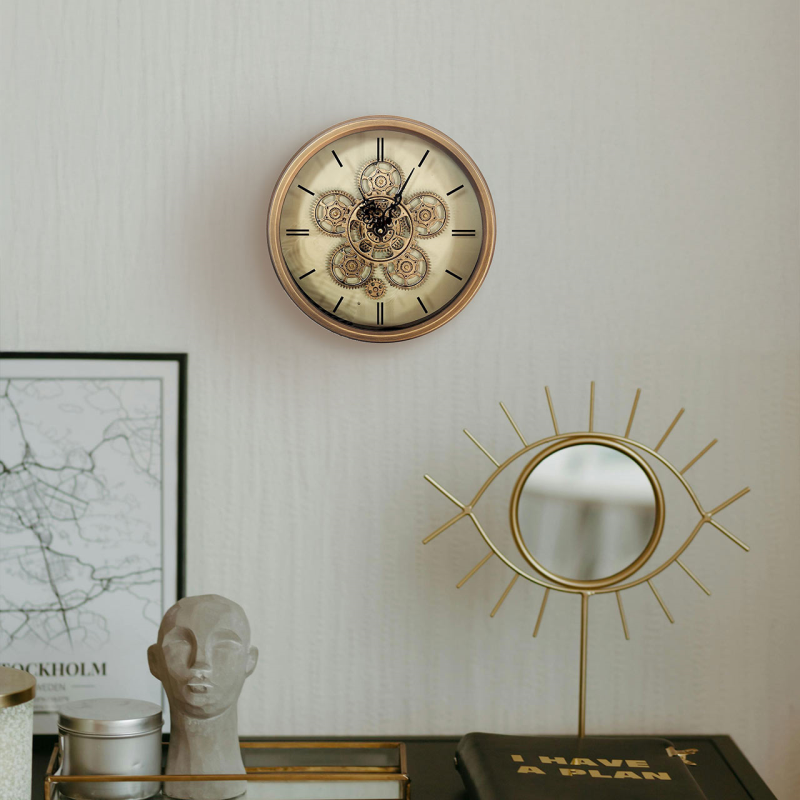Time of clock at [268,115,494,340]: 11:04
